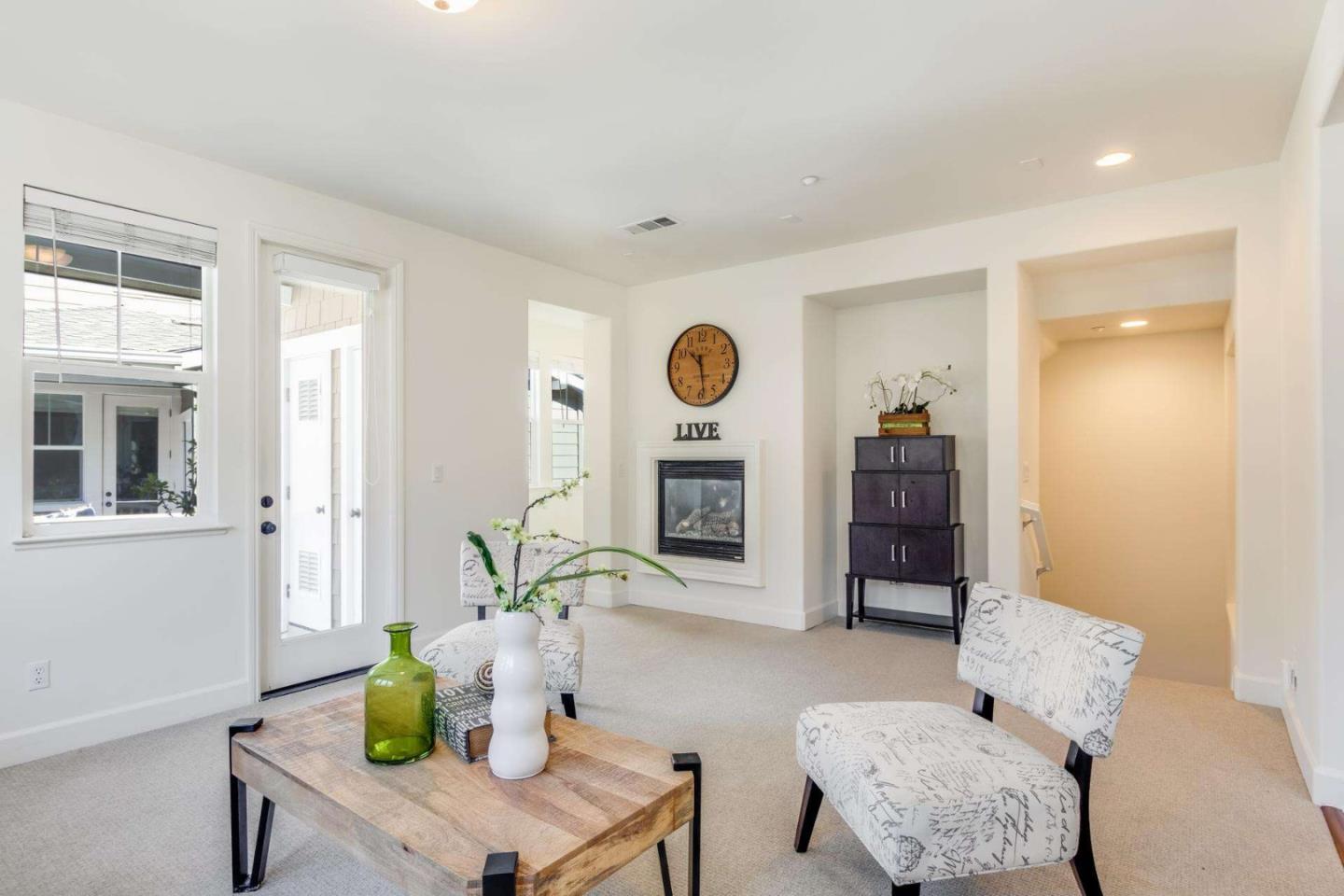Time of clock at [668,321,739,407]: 10:28
